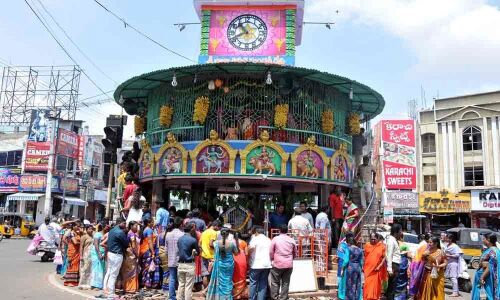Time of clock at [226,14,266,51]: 10:41
